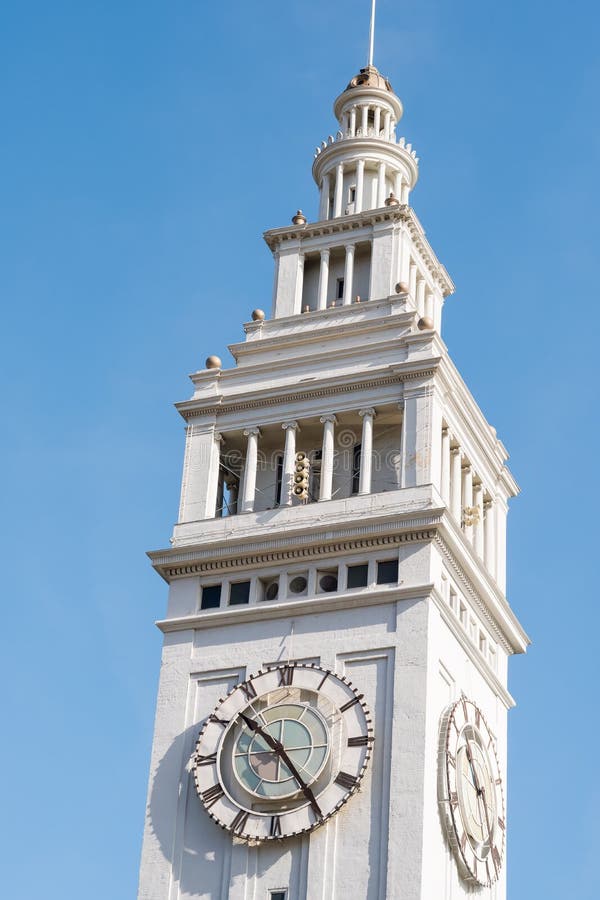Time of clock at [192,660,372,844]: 10:24
